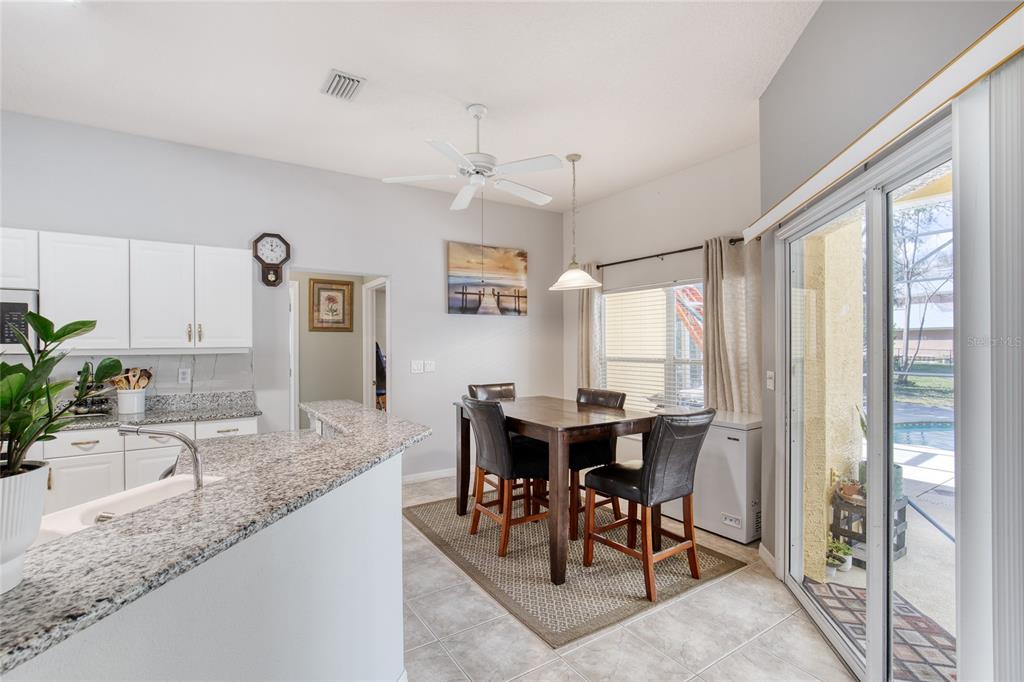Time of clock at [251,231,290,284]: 12:07
